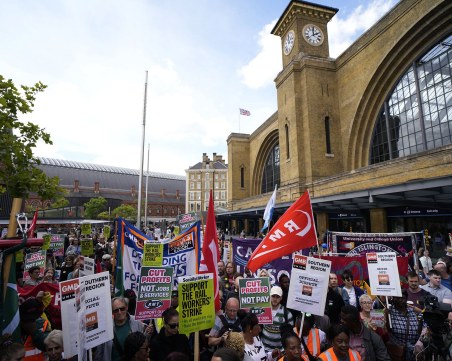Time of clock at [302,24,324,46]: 2:00
